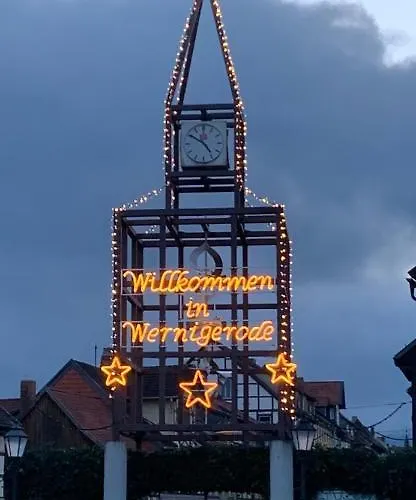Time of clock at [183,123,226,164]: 4:50
